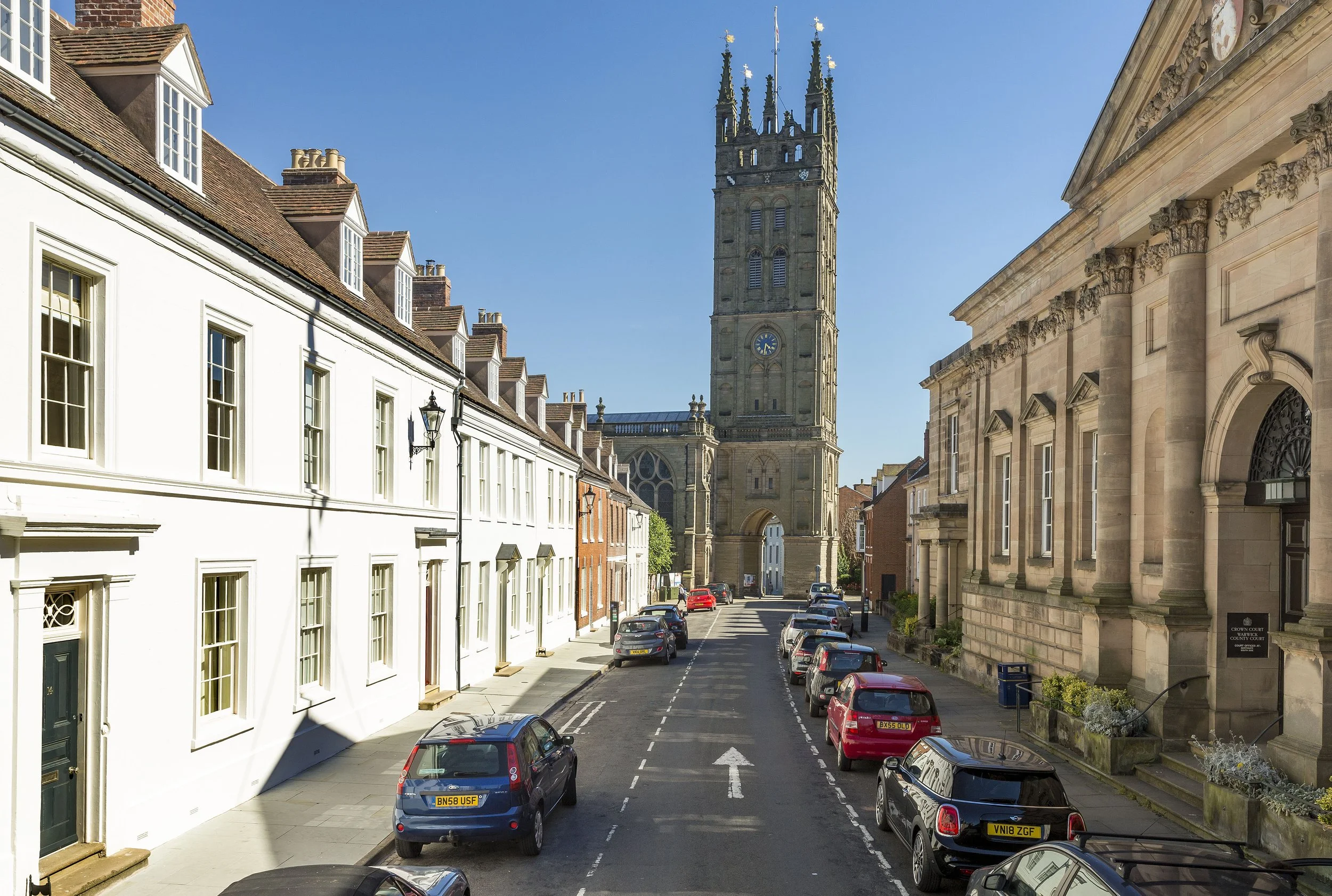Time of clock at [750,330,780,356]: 4:31
